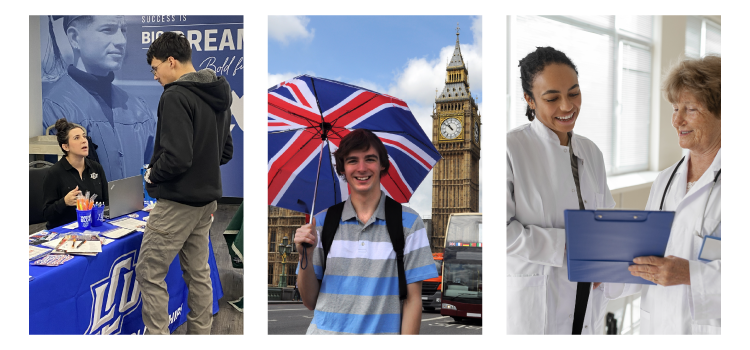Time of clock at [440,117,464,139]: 10:51
